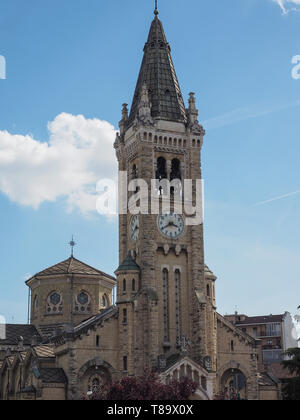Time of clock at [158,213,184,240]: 3:40
